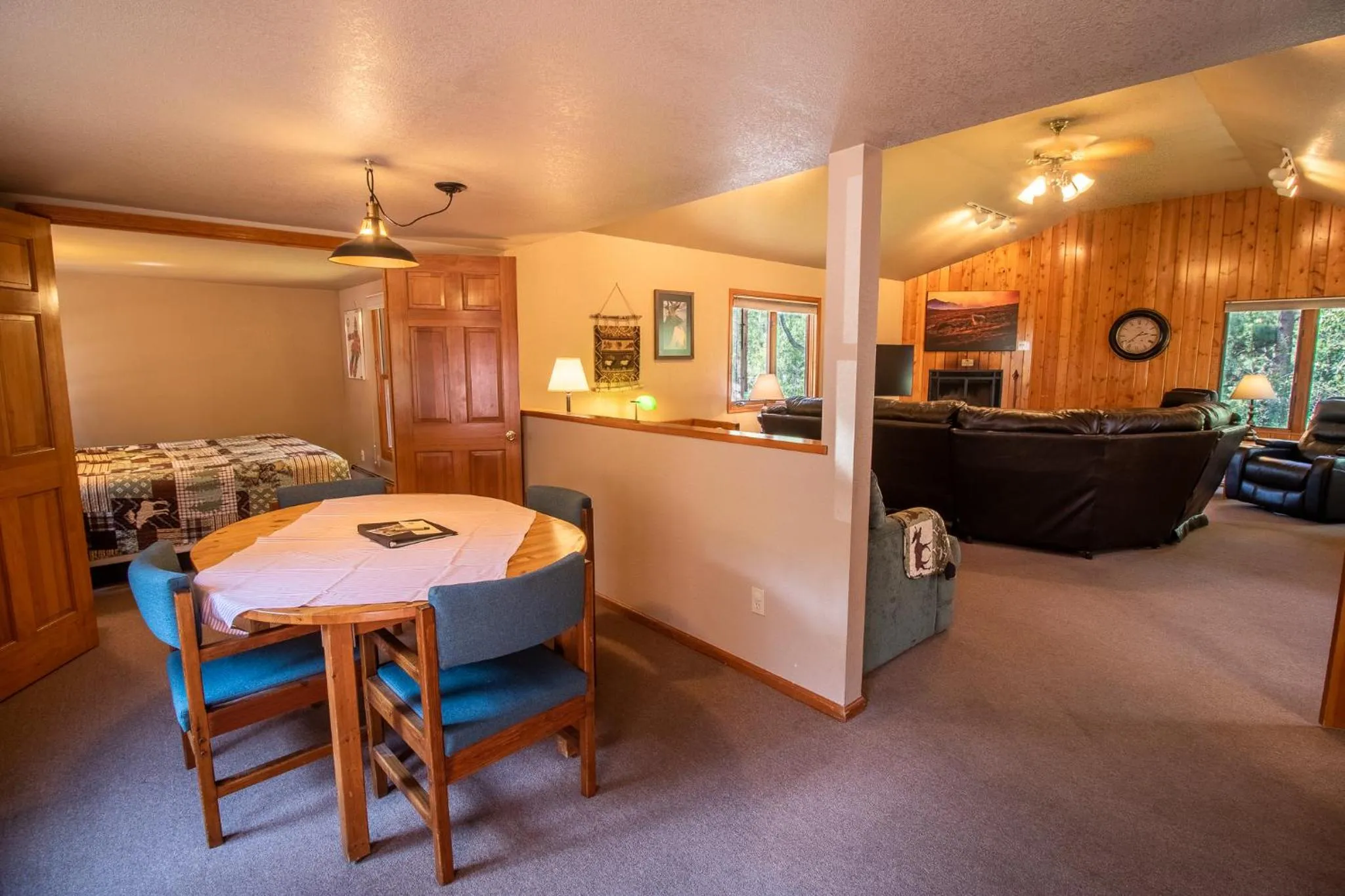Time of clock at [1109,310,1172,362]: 2:38
